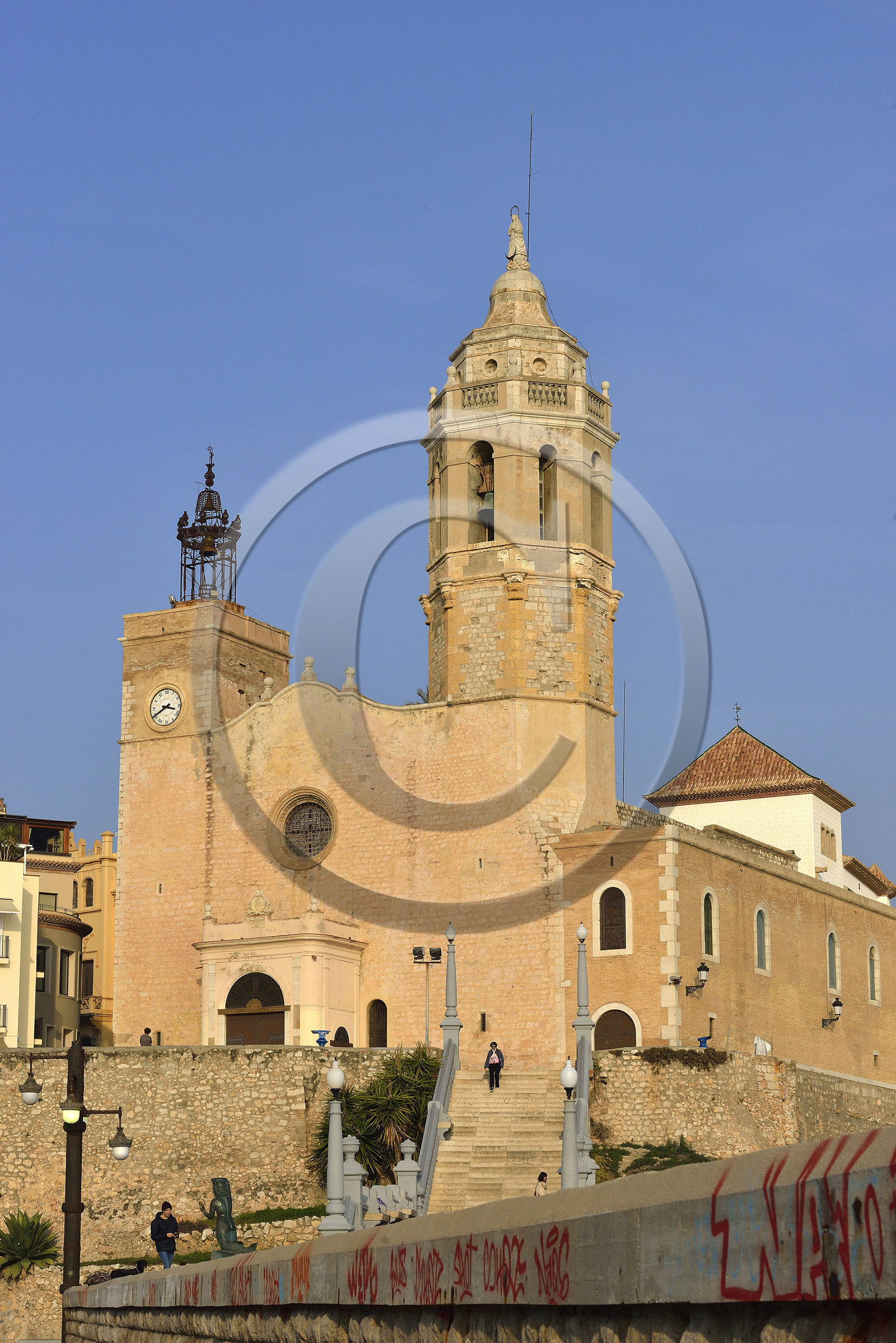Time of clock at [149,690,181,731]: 3:40
